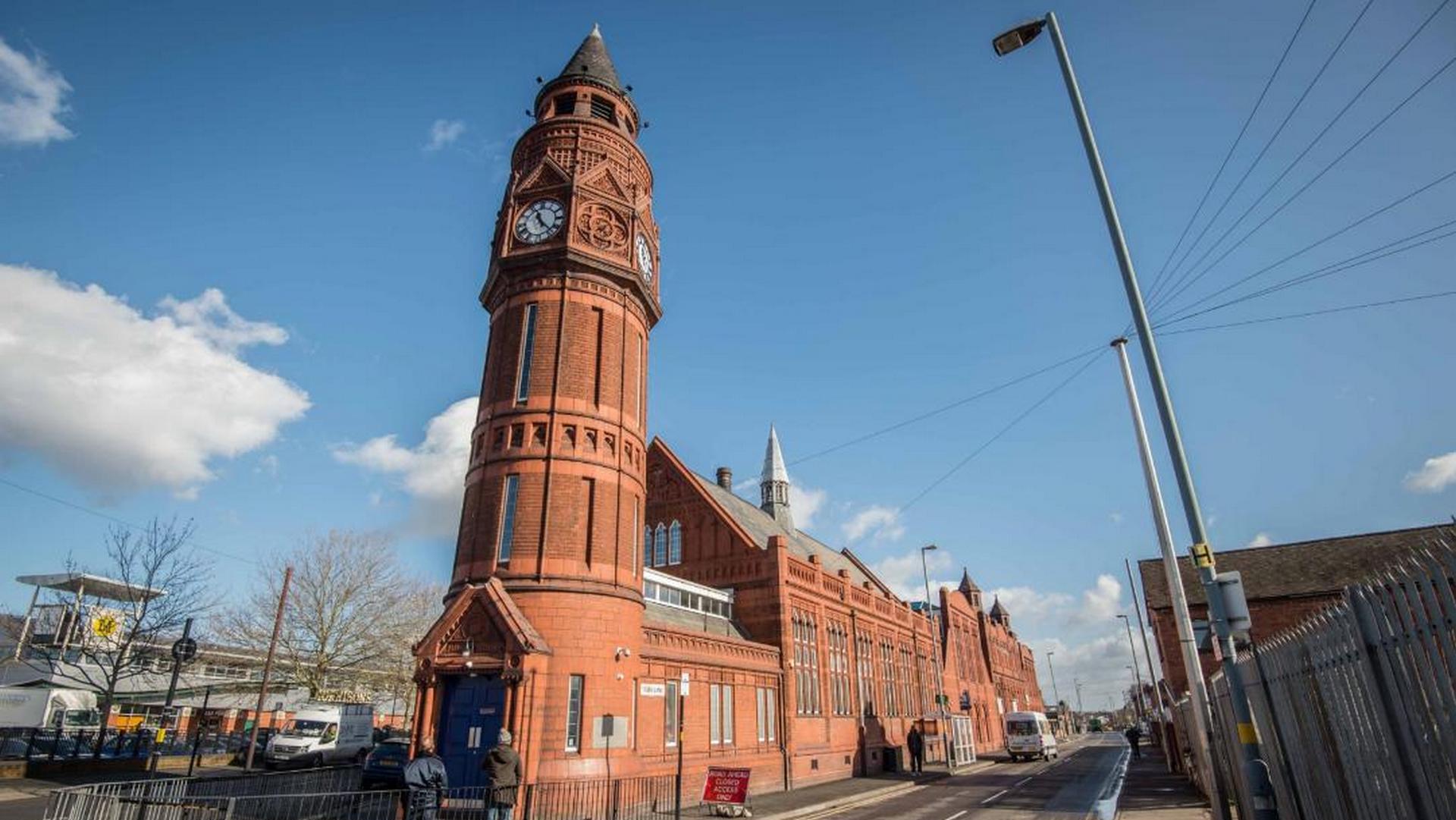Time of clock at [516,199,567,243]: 11:22
